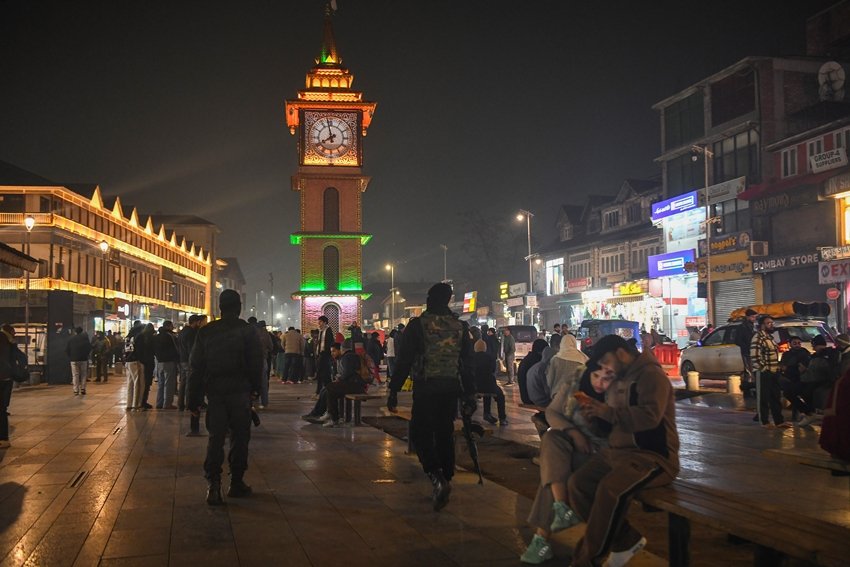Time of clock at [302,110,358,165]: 7:58
